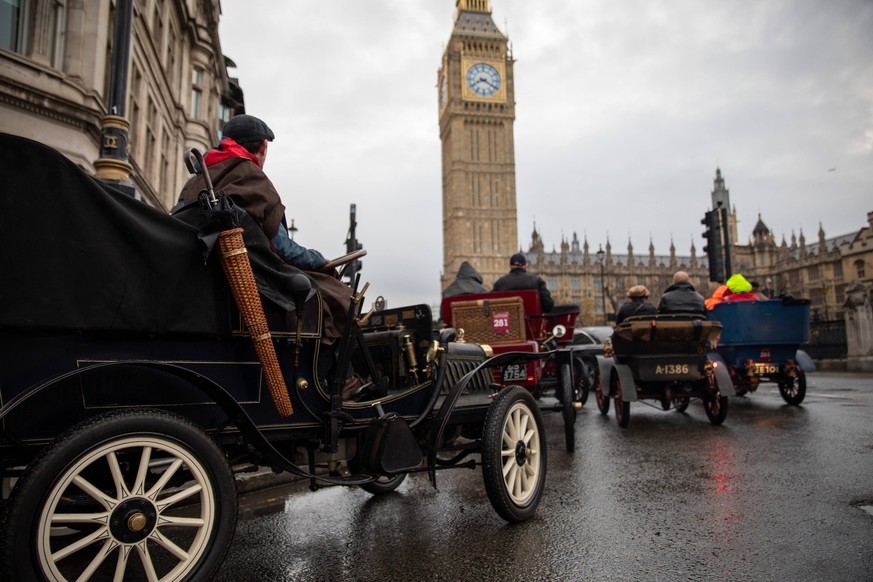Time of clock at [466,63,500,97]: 8:20
